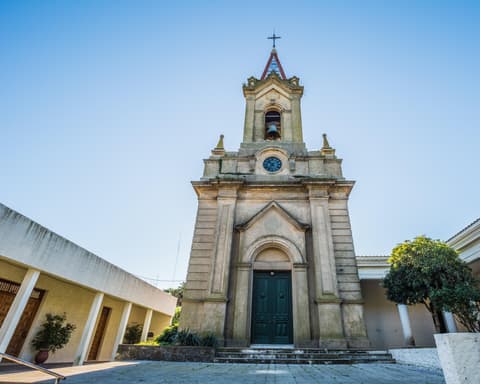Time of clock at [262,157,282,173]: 10:36
